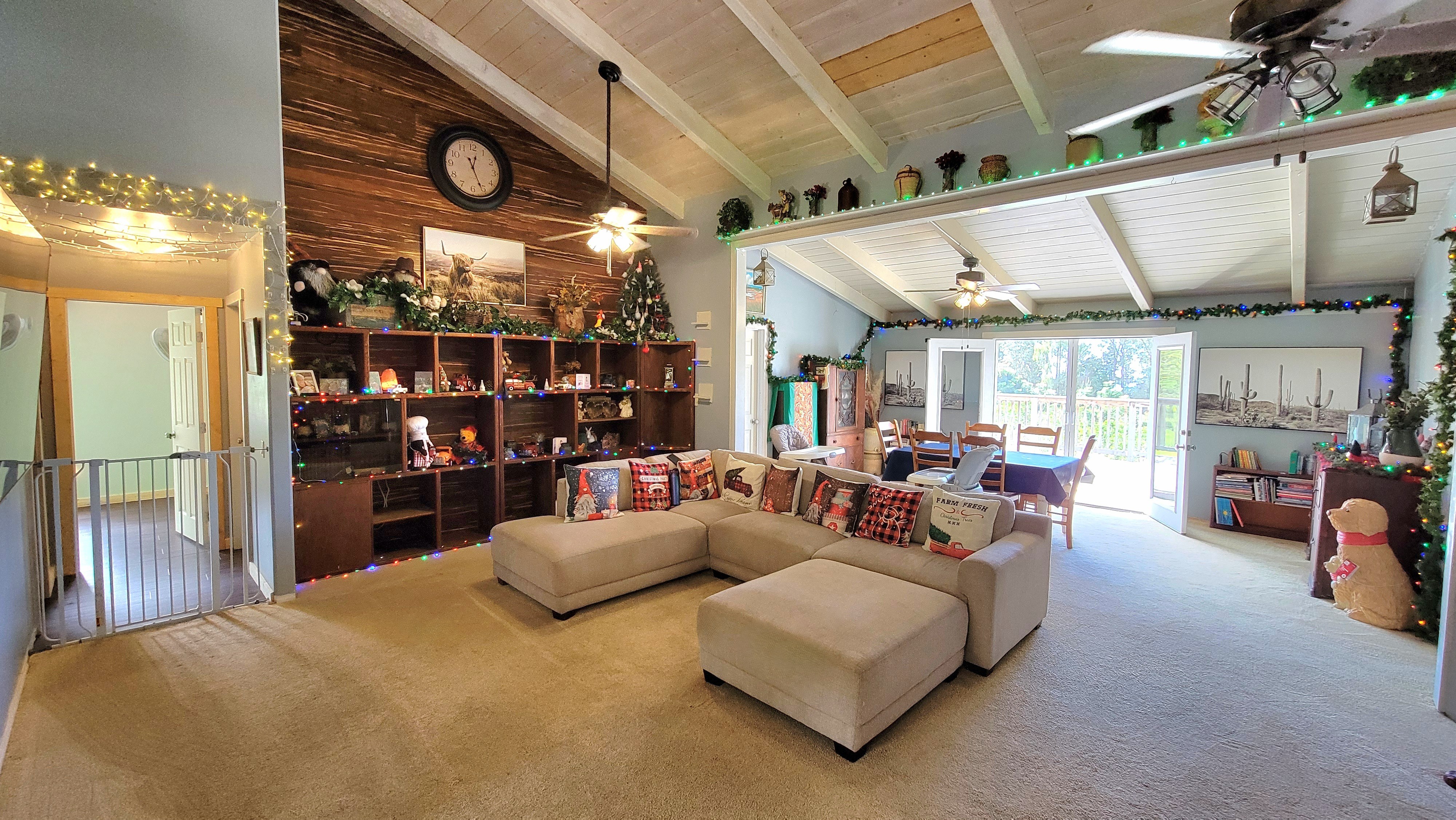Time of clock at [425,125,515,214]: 12:26
